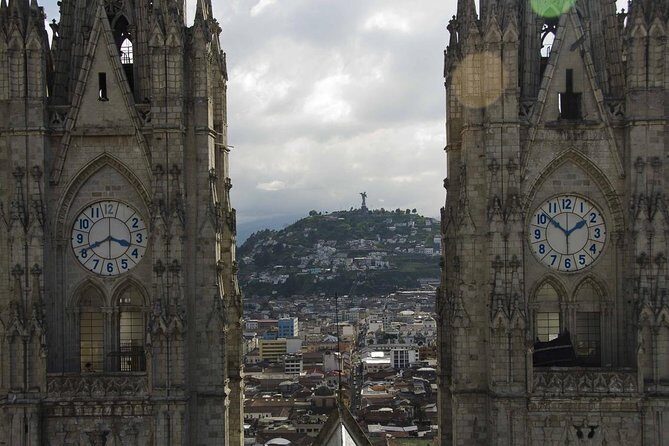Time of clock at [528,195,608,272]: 1:51
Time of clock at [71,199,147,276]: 3:41
